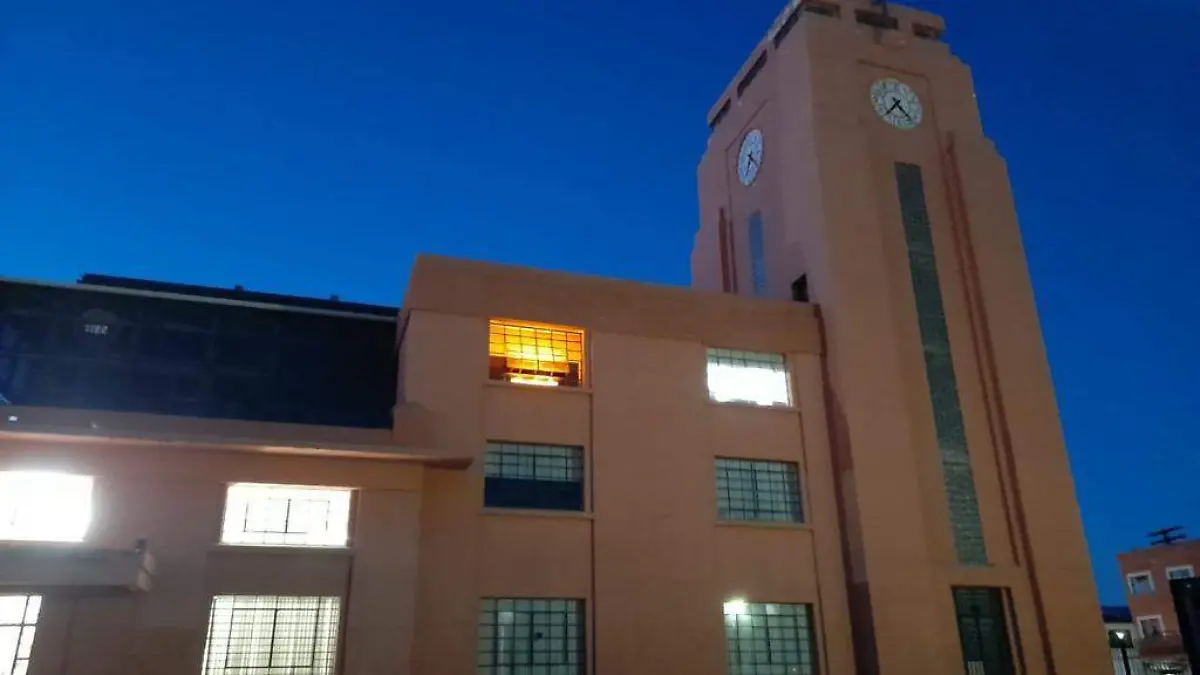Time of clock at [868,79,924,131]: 7:23
